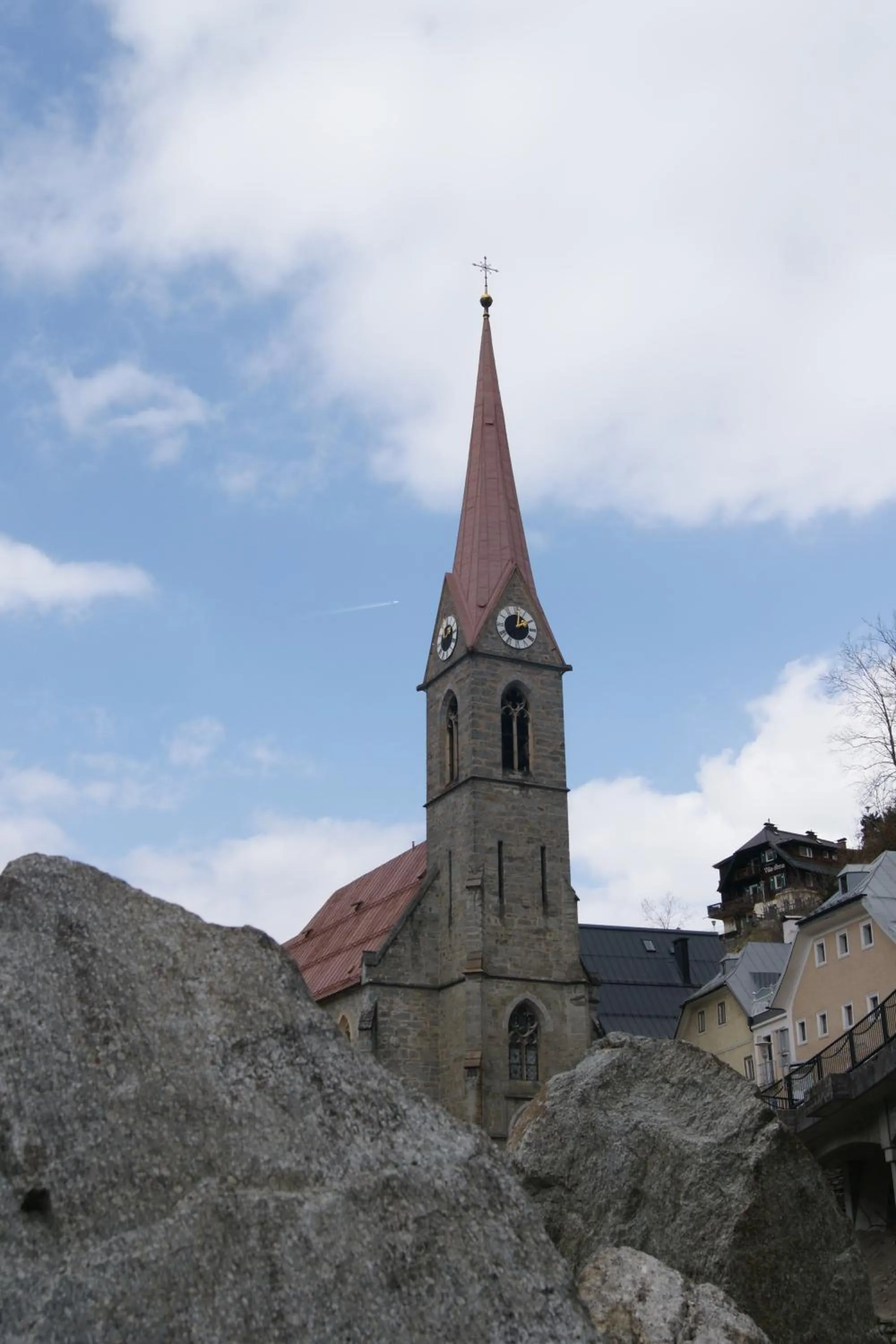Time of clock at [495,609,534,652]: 2:02
